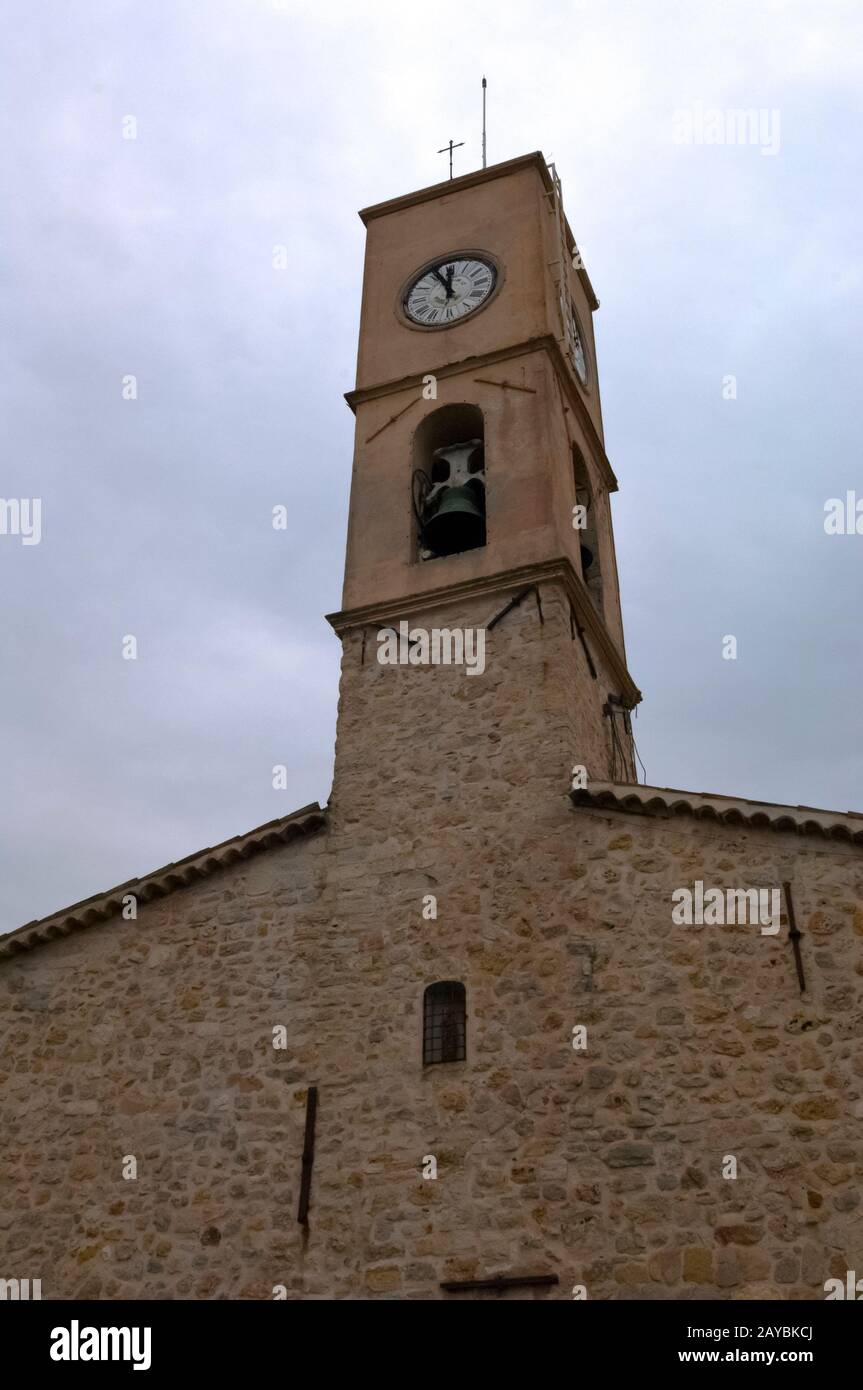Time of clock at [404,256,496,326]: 11:55
